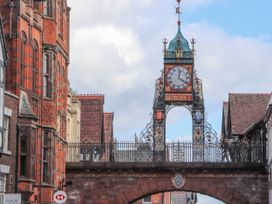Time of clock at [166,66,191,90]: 12:20
